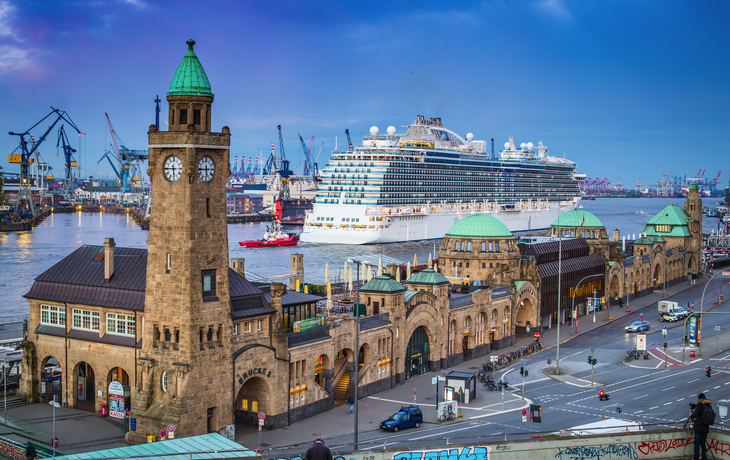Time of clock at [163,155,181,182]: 5:45
